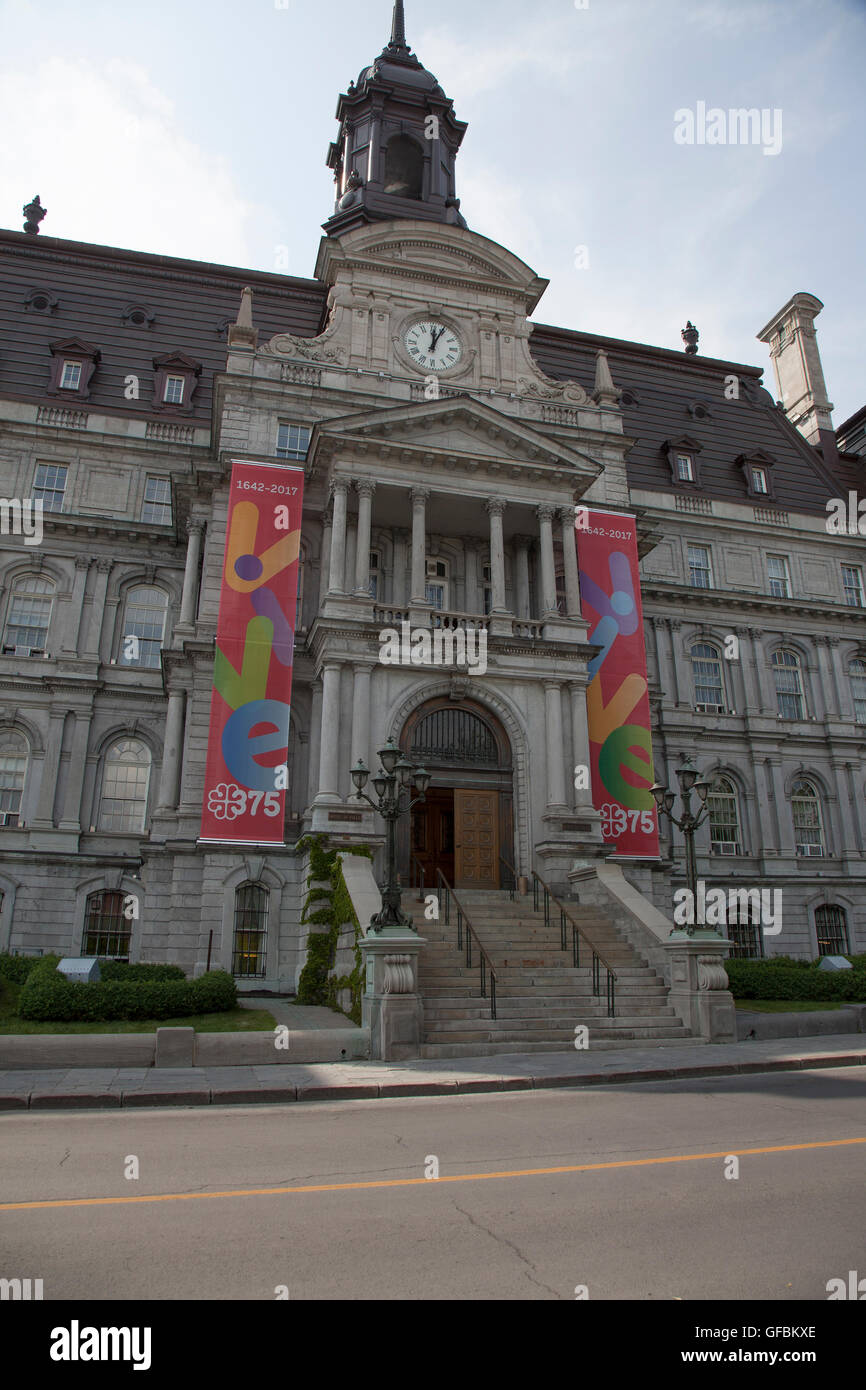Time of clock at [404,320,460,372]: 12:04
